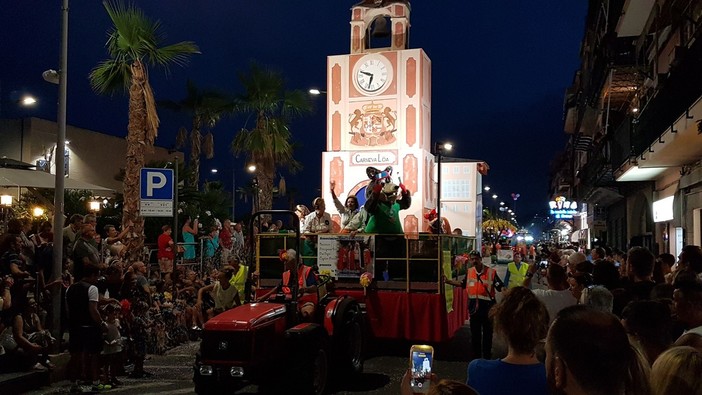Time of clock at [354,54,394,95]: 9:32
